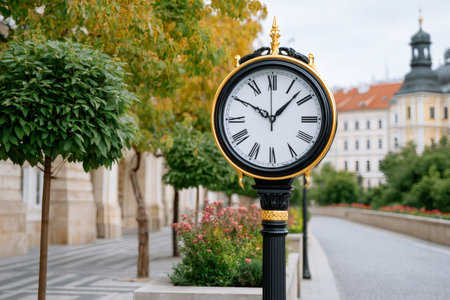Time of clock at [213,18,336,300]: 10:07
